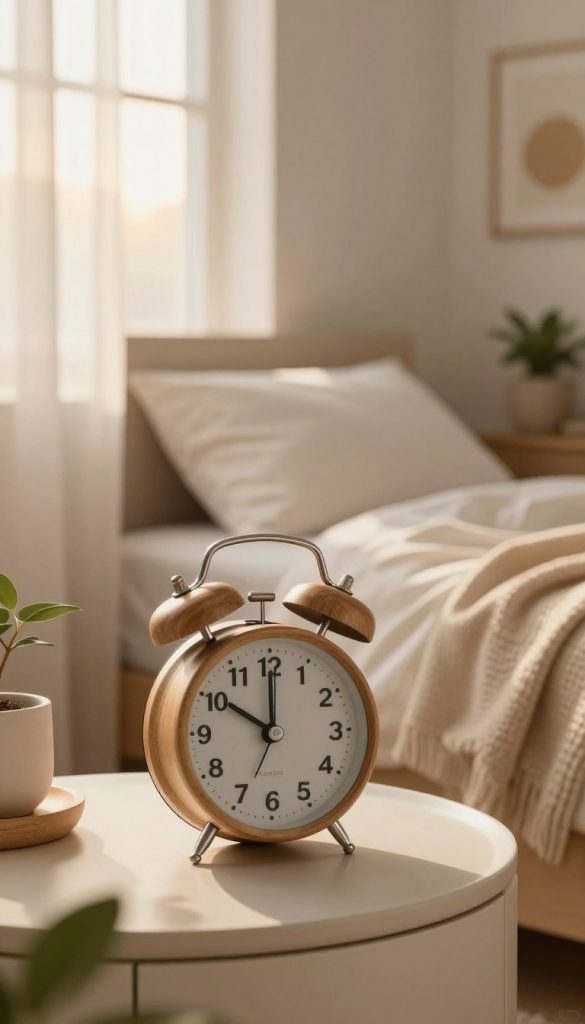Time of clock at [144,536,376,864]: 10:00
